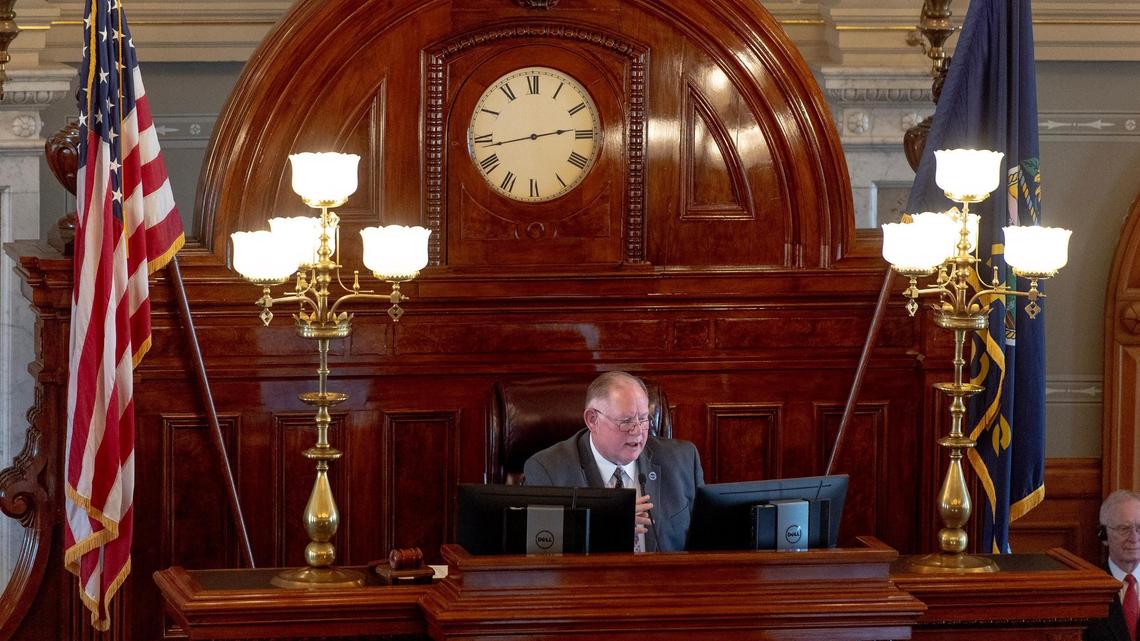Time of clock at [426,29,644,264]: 2:43
